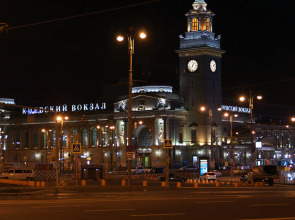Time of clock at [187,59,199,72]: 6:06
